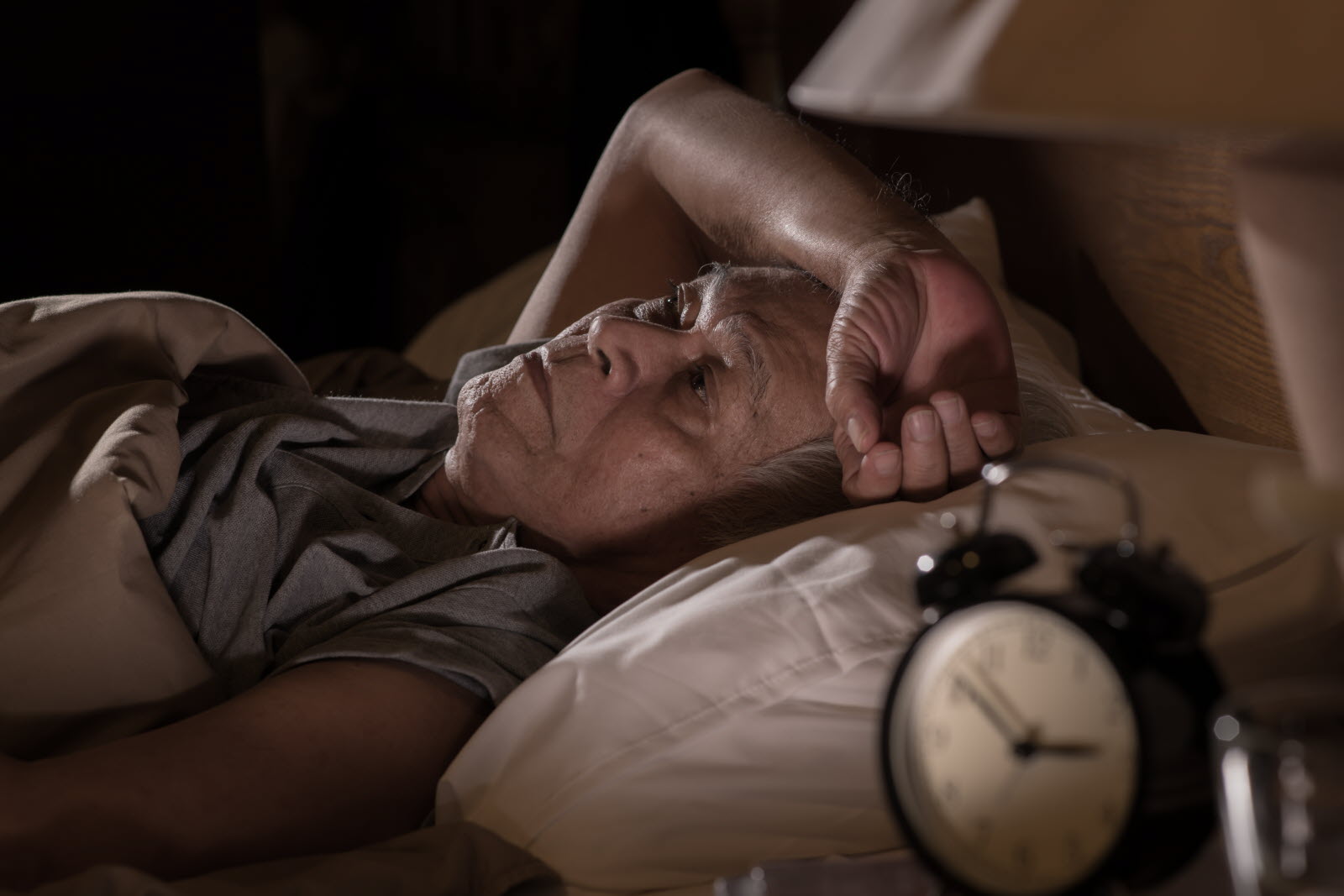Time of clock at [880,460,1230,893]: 2:52
